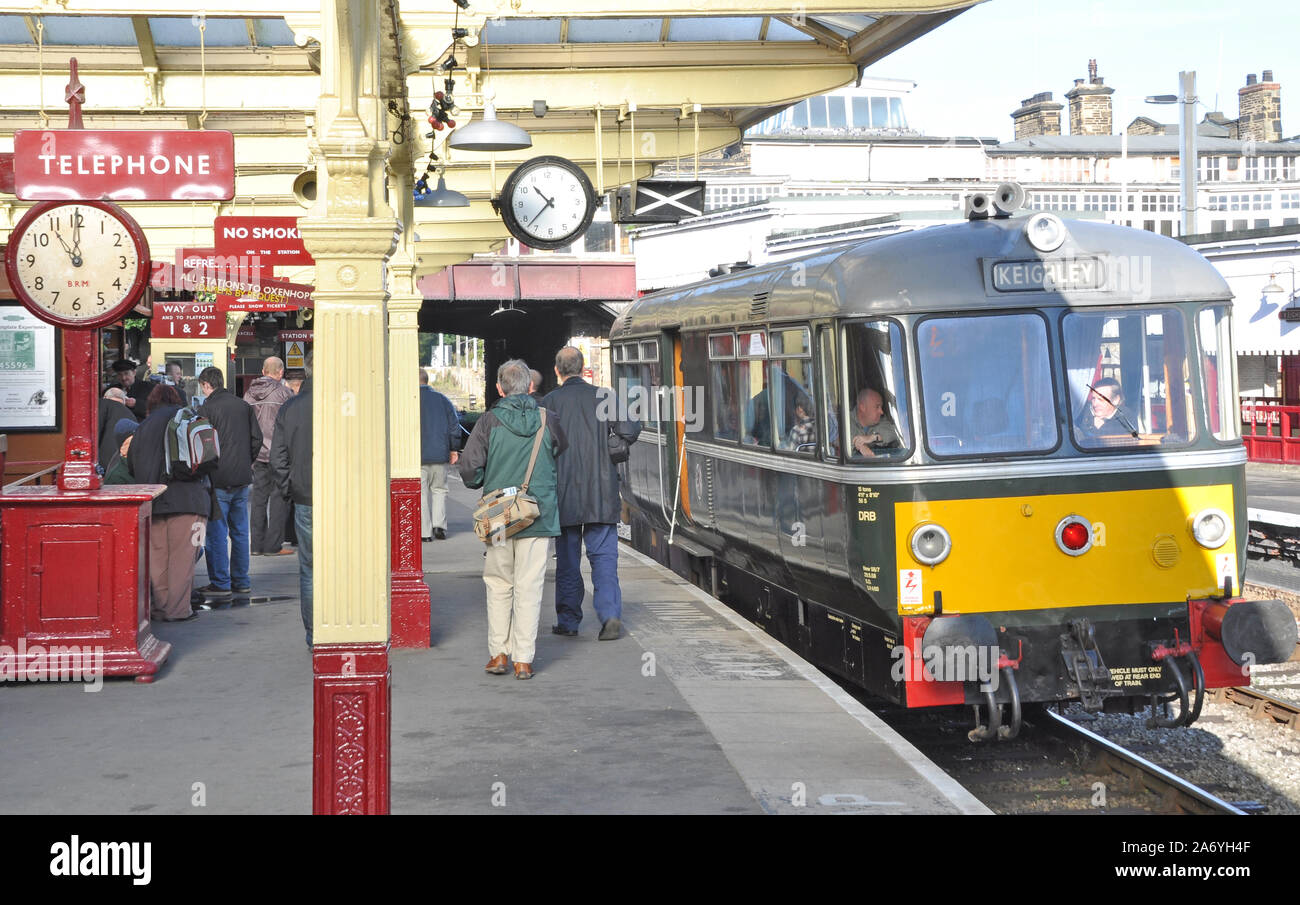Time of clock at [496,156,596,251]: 10:37
